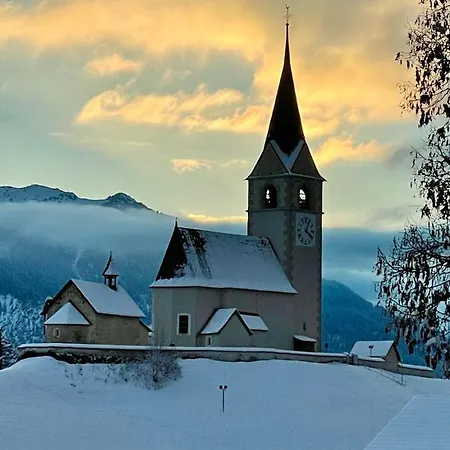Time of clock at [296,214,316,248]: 4:04
